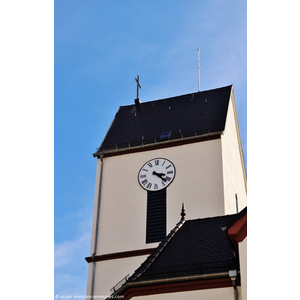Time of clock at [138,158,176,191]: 3:22
